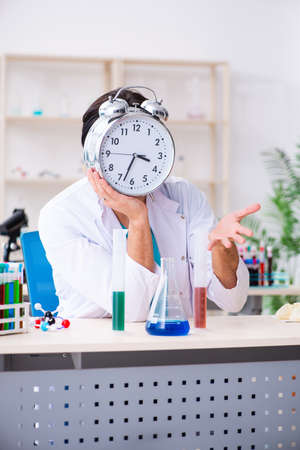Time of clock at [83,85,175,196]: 3:33
